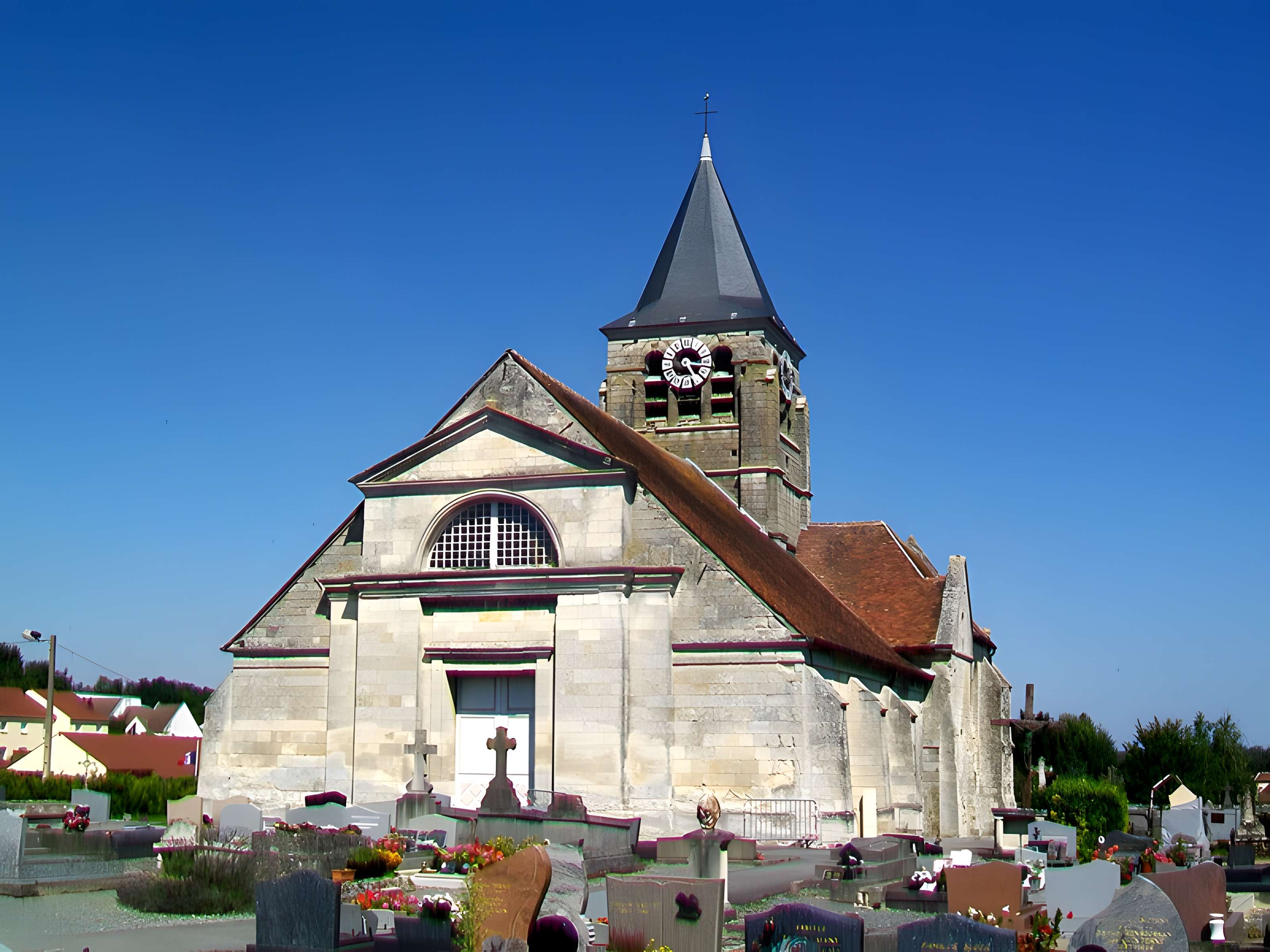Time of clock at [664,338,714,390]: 5:17
